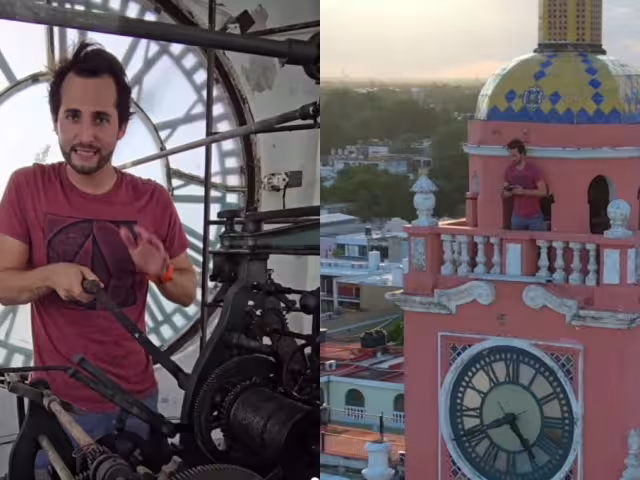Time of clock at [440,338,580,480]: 4:40
